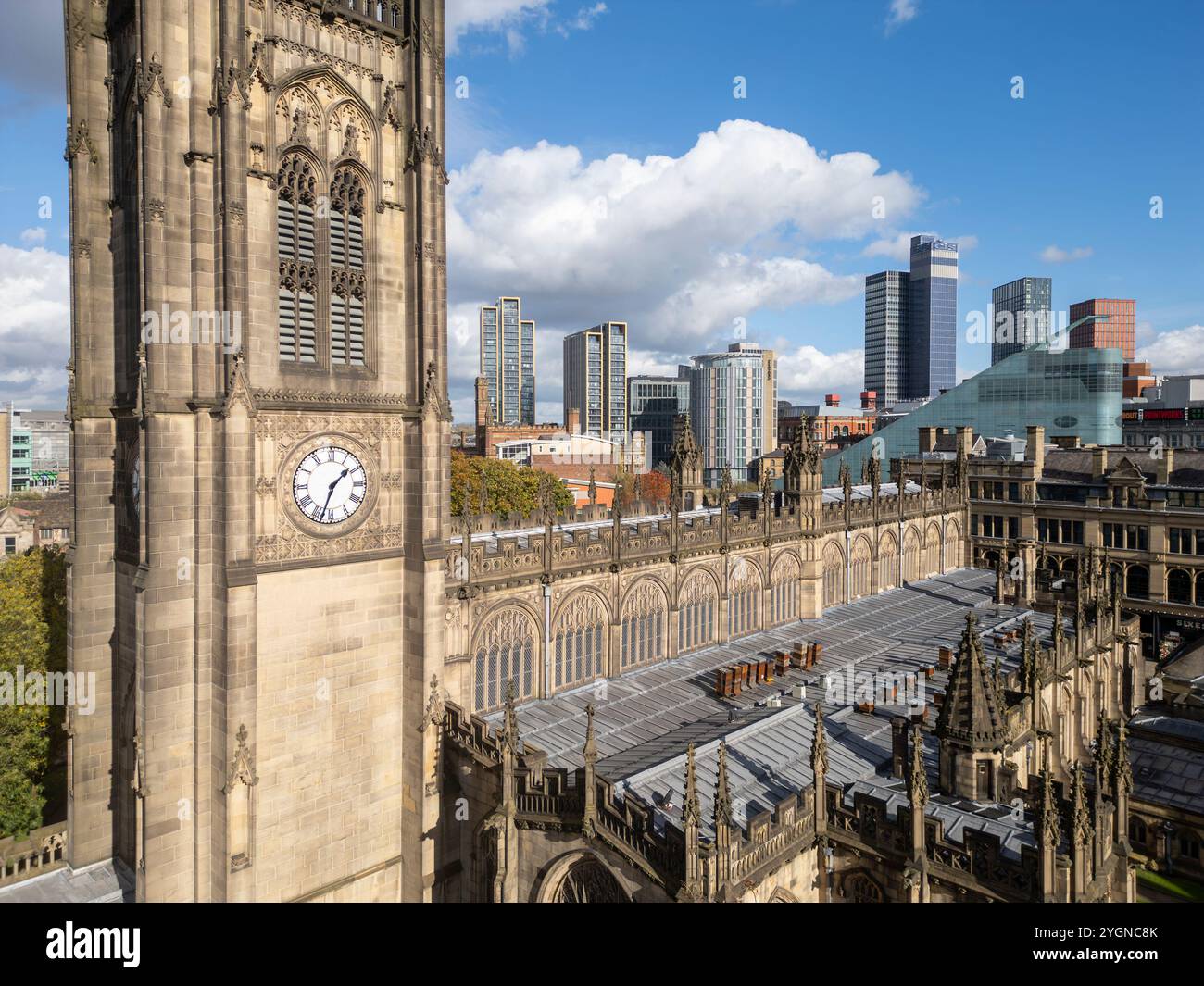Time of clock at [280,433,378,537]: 1:33
